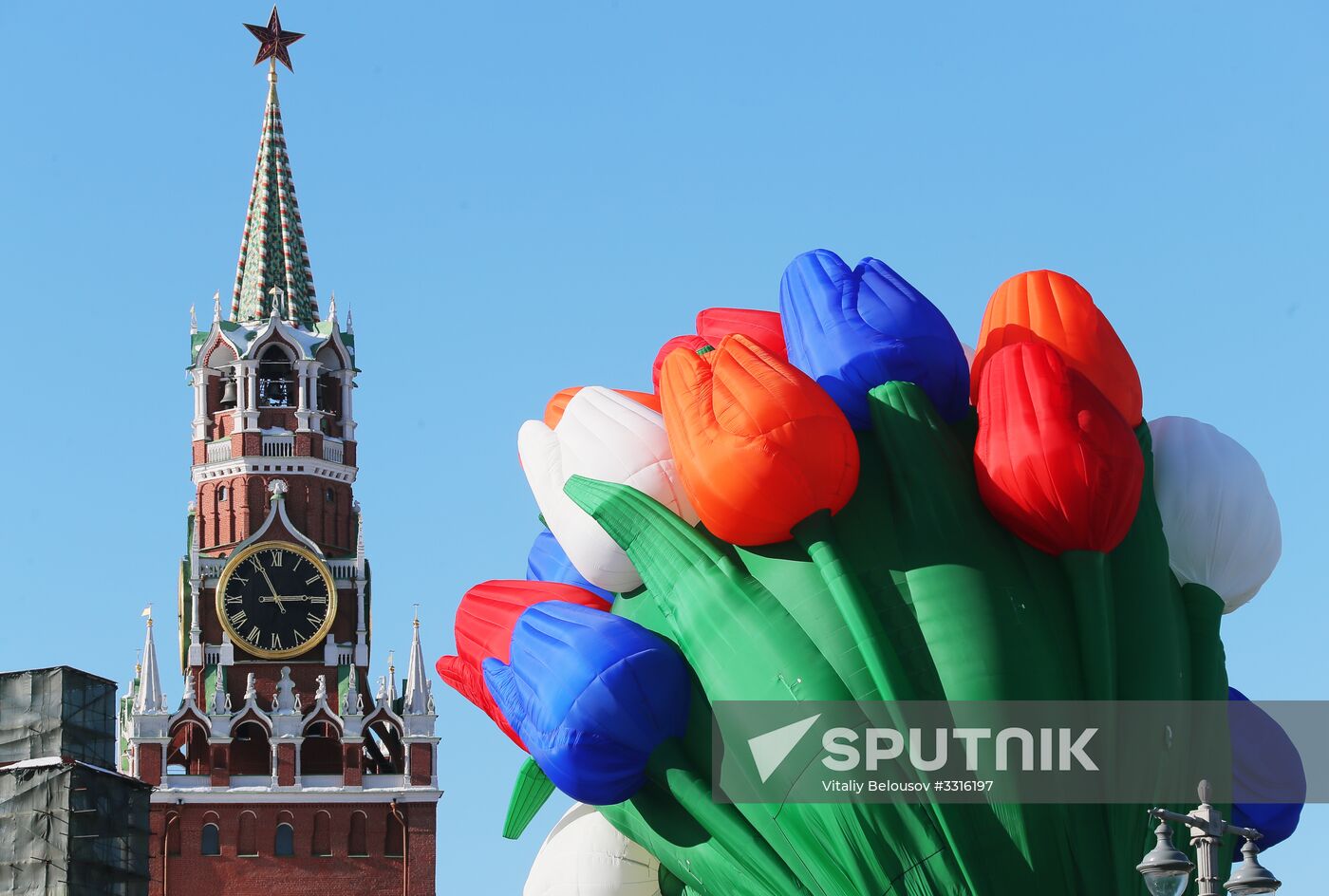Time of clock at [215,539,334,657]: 2:55
